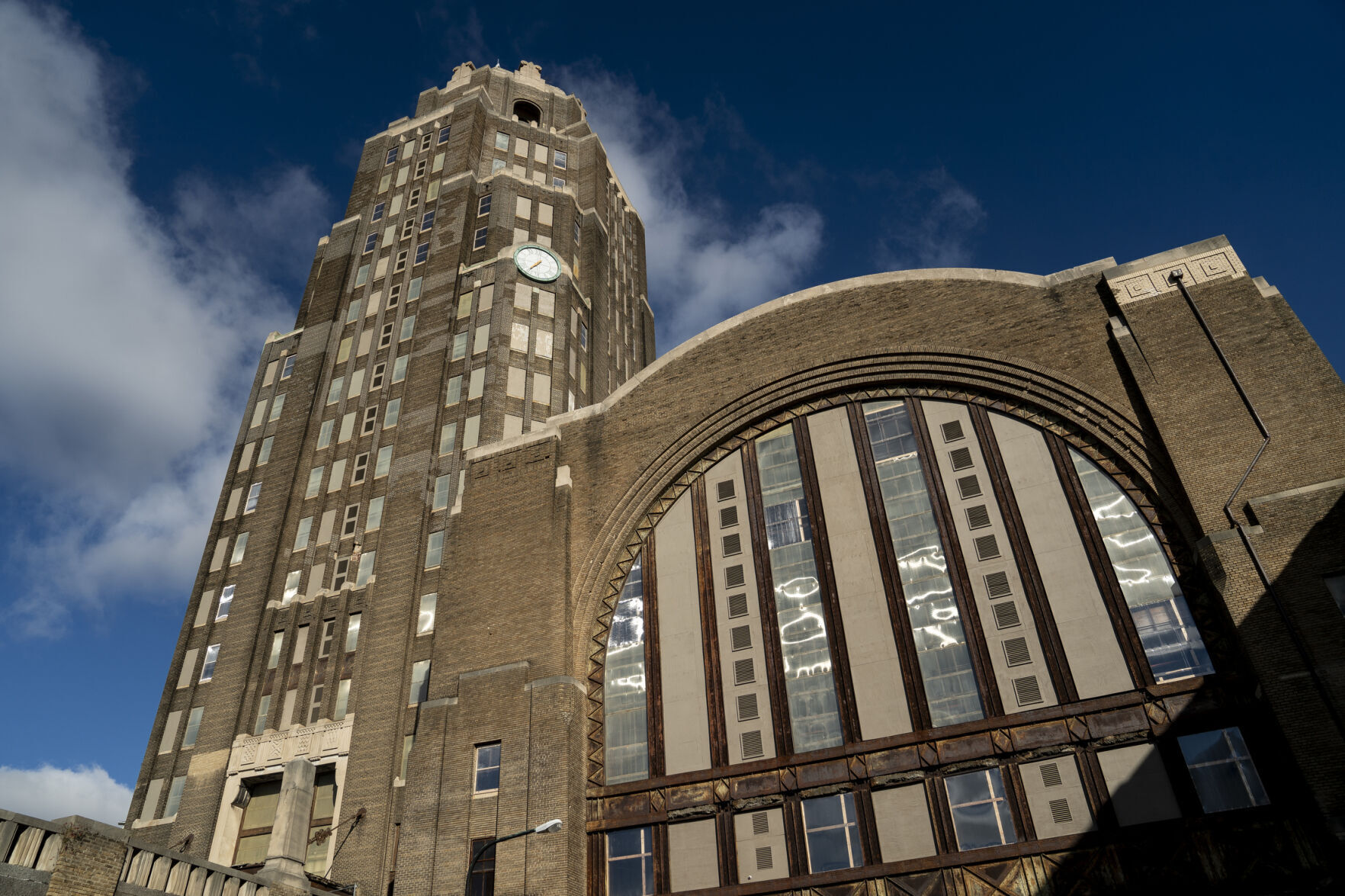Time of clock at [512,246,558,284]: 7:36
